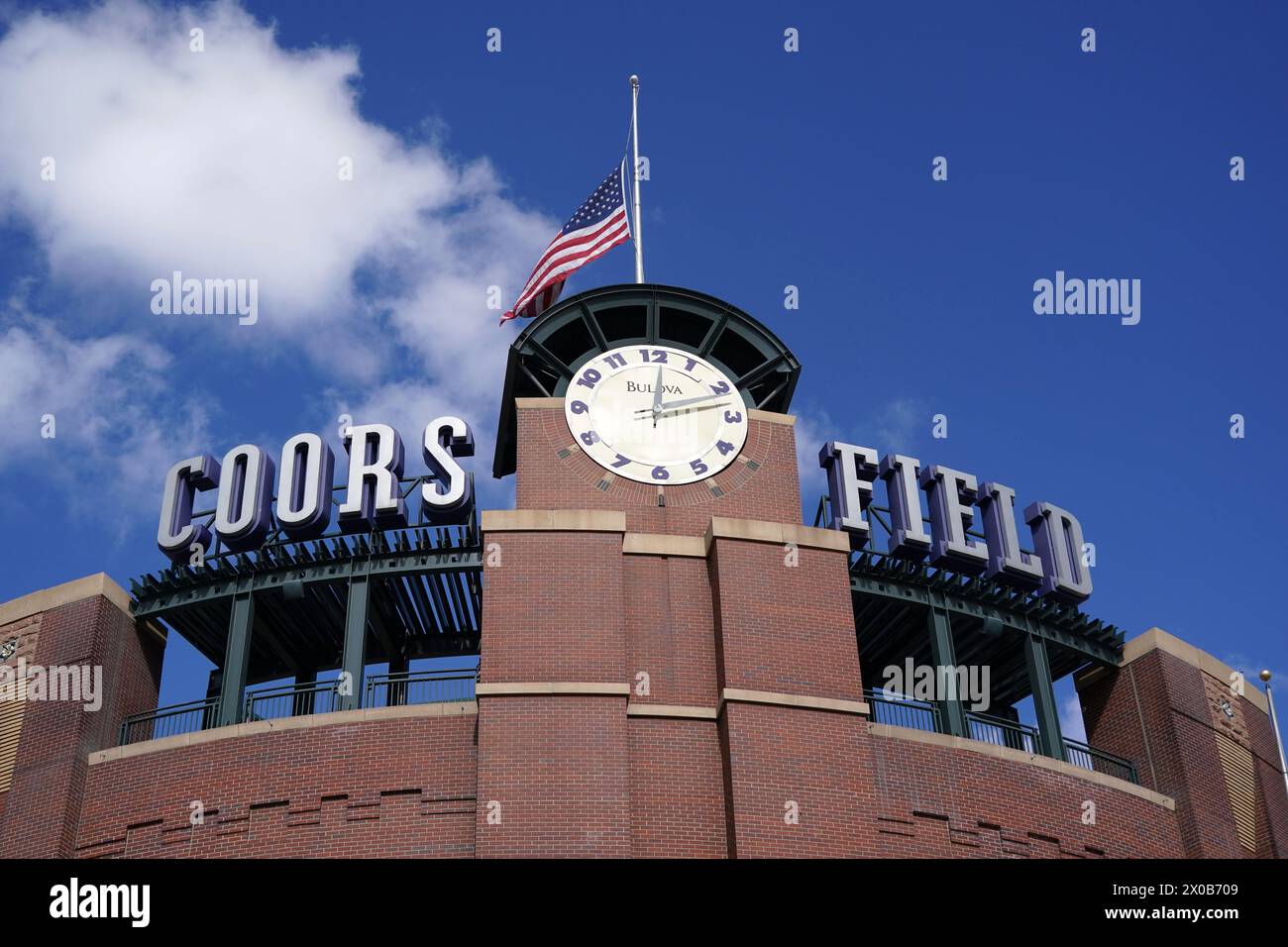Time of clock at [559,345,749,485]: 12:12
